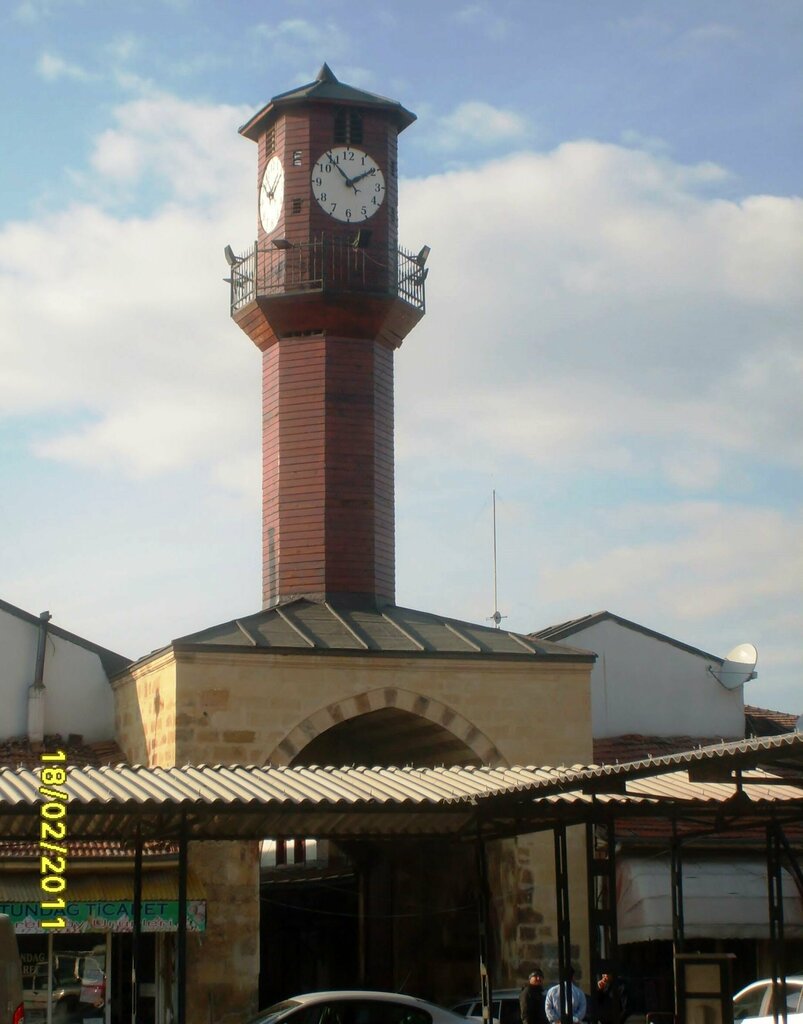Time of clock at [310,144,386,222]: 1:53
